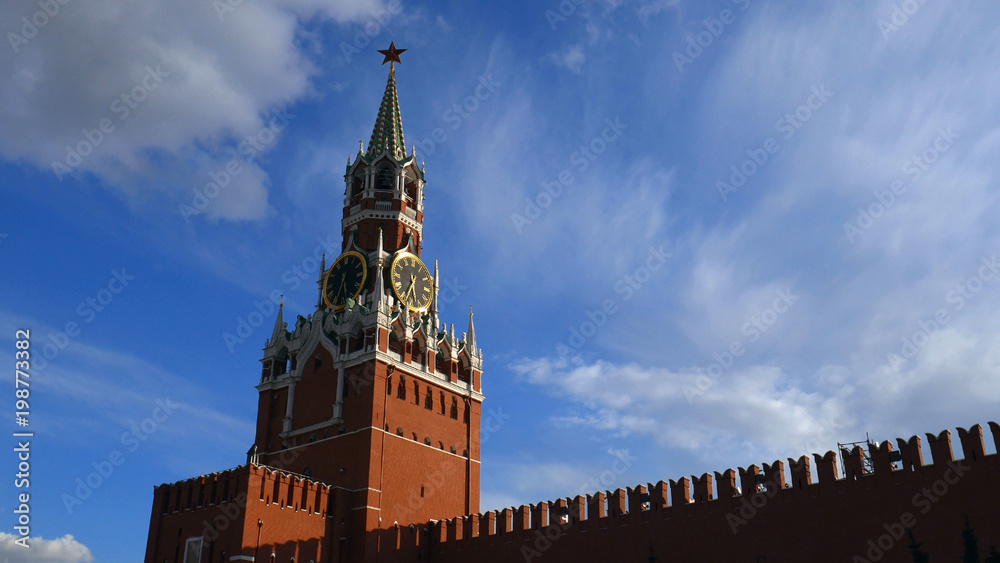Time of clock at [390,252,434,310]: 5:33
